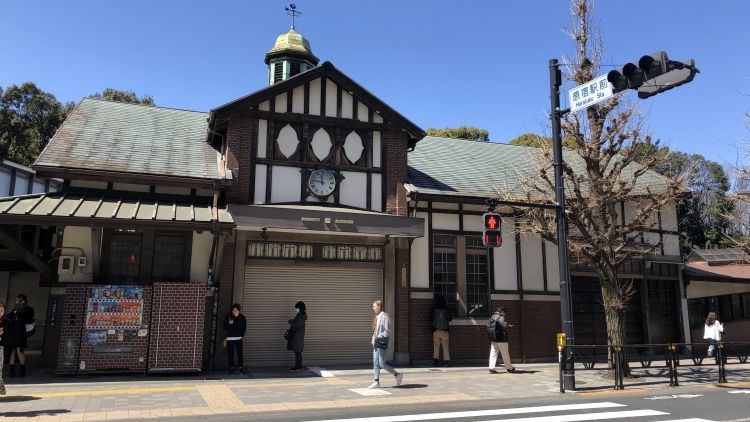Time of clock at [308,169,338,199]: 11:46
